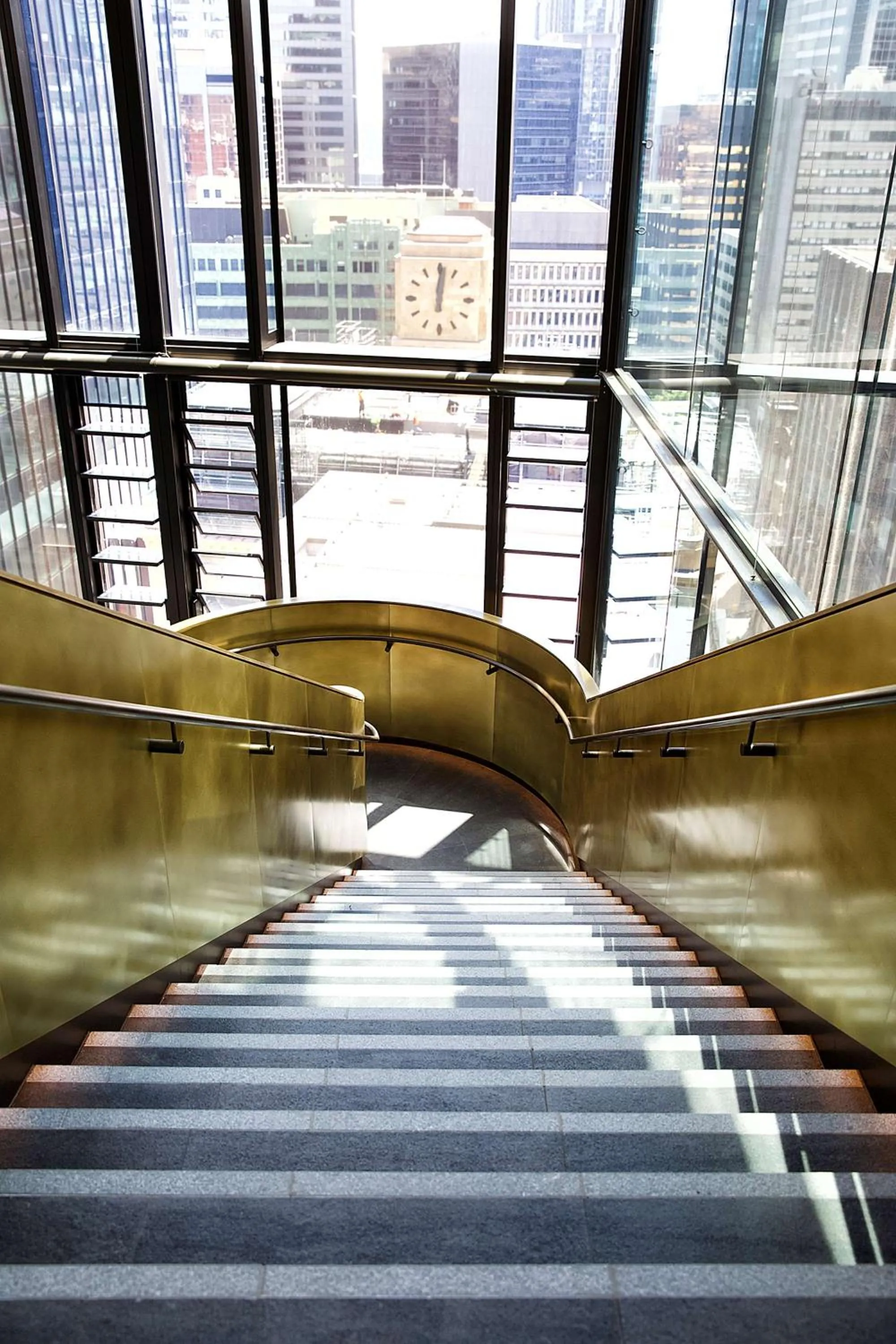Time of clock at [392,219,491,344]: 12:01
